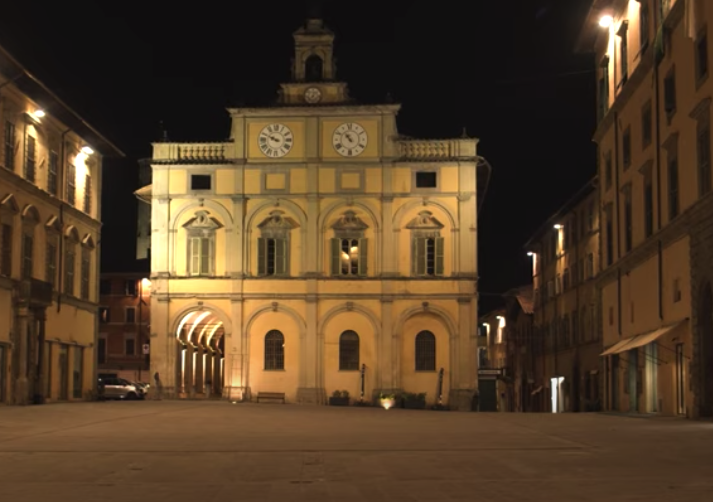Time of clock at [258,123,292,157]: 9:48
